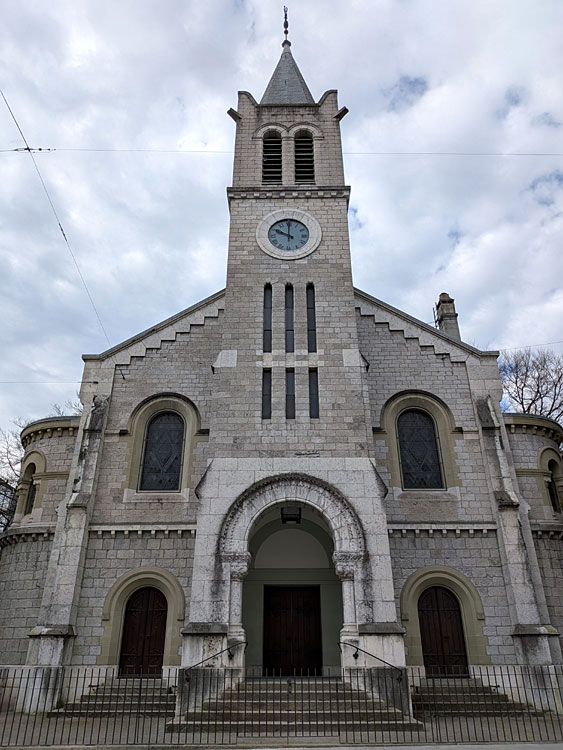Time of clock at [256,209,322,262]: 10:00
